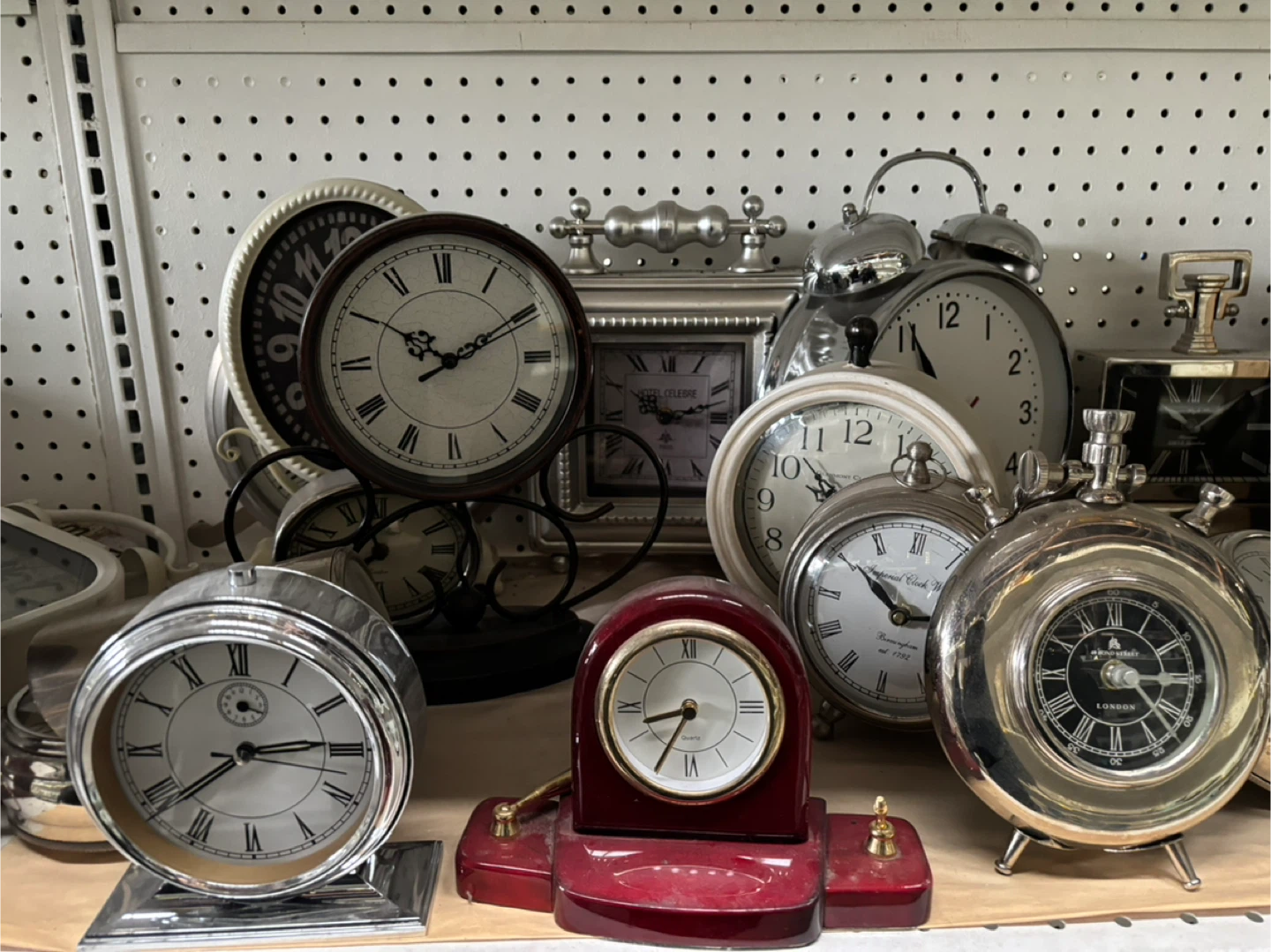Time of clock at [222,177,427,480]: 10:10
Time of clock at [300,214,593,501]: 10:10
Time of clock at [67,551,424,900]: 2:38
